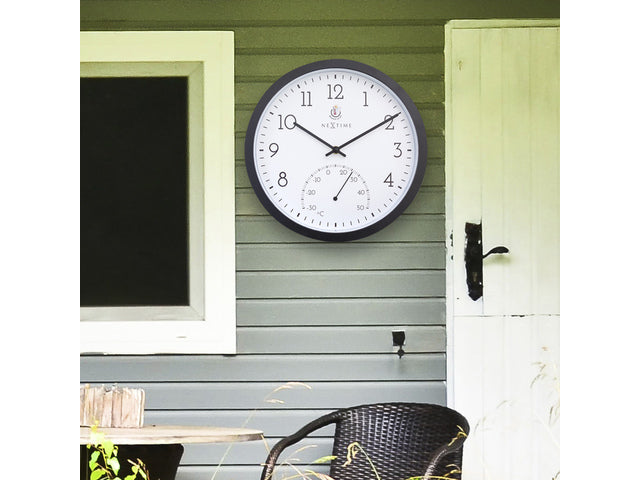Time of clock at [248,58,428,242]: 10:09
